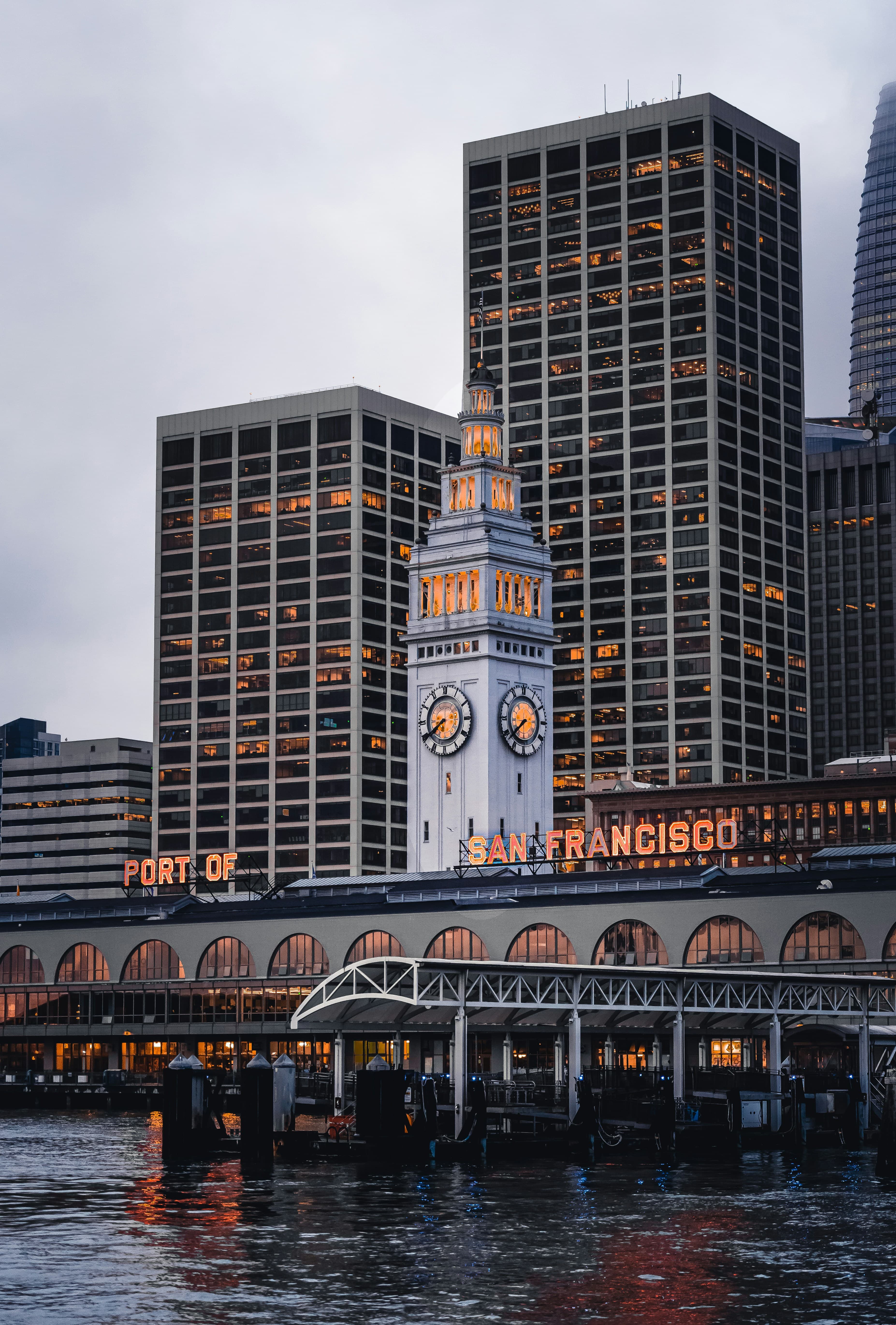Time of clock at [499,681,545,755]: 7:38
